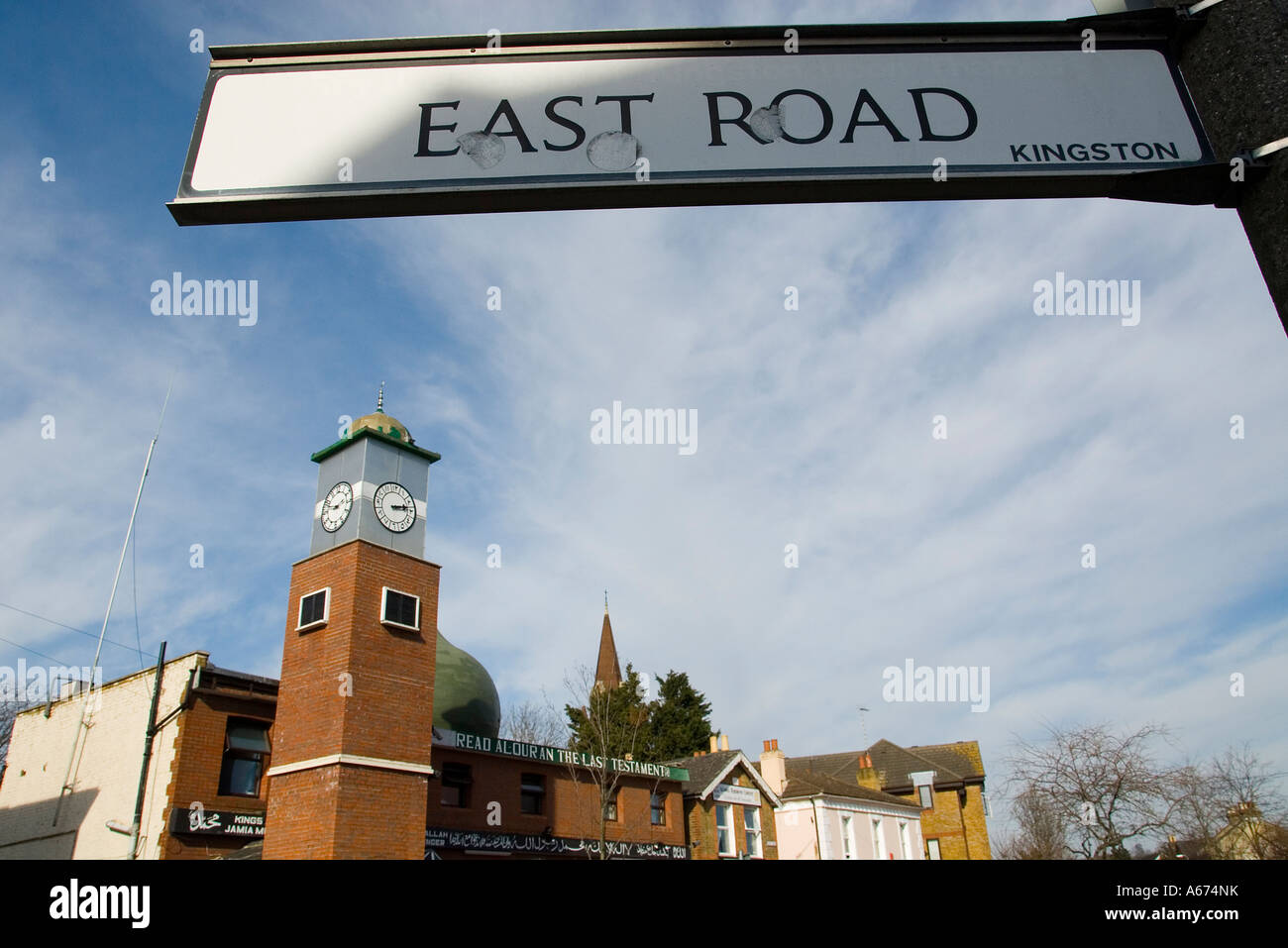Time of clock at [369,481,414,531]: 3:13
